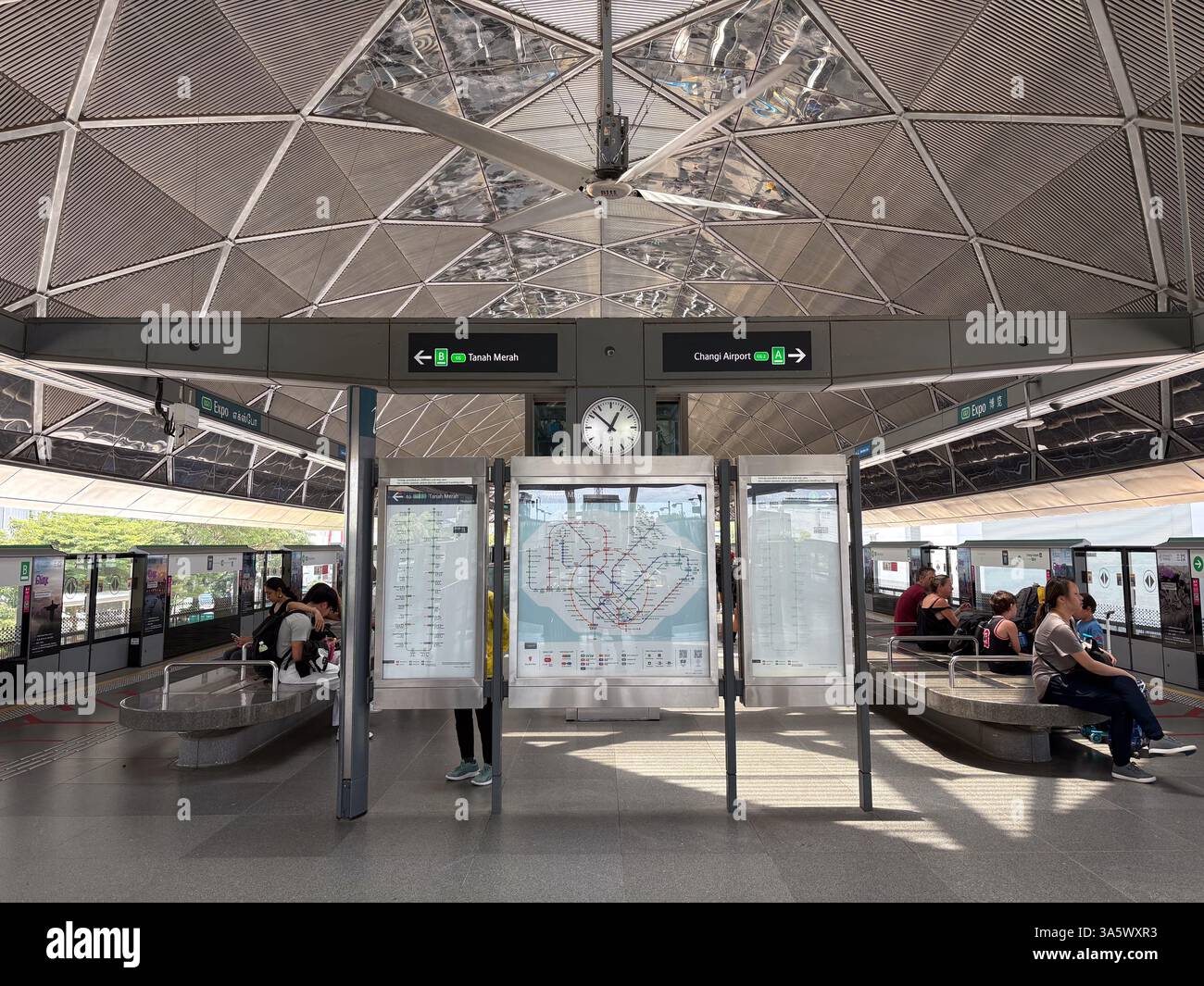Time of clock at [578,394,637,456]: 12:52
